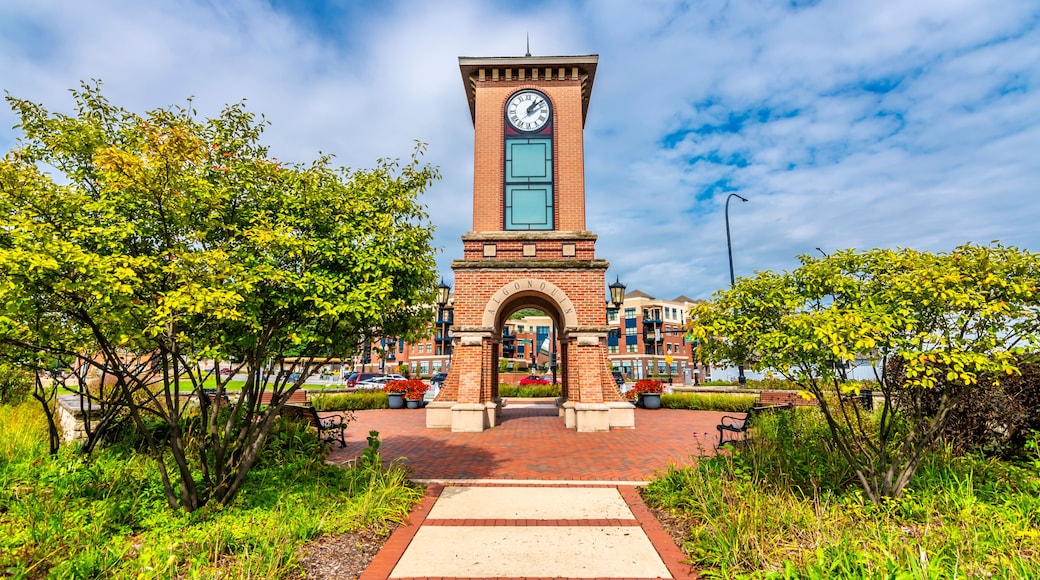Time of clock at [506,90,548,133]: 1:08
